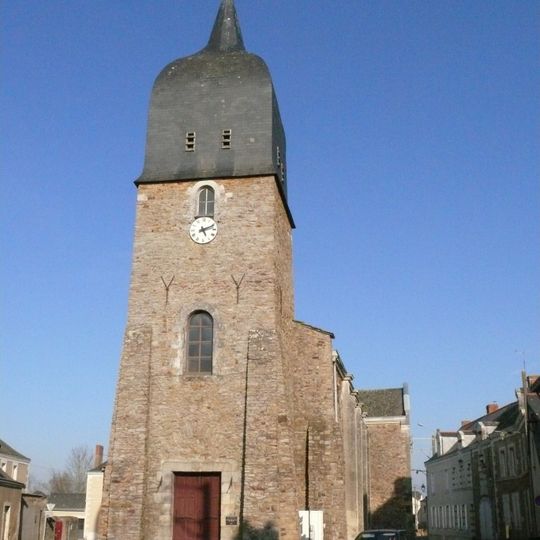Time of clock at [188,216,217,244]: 5:11
